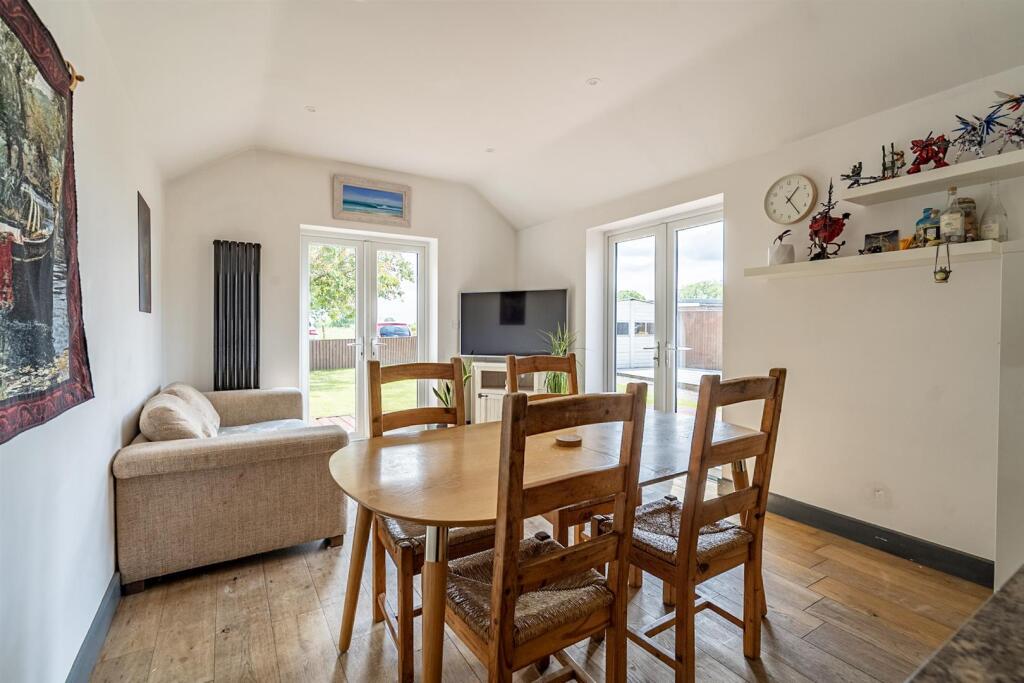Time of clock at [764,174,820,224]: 1:24
